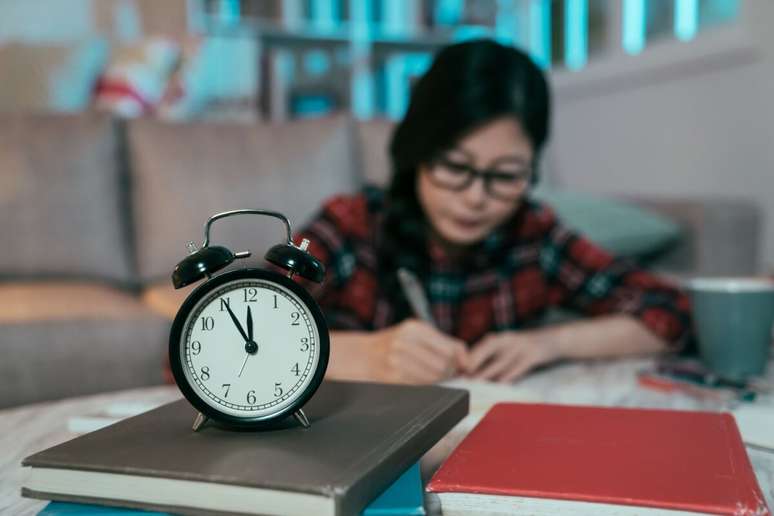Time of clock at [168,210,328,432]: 11:54
